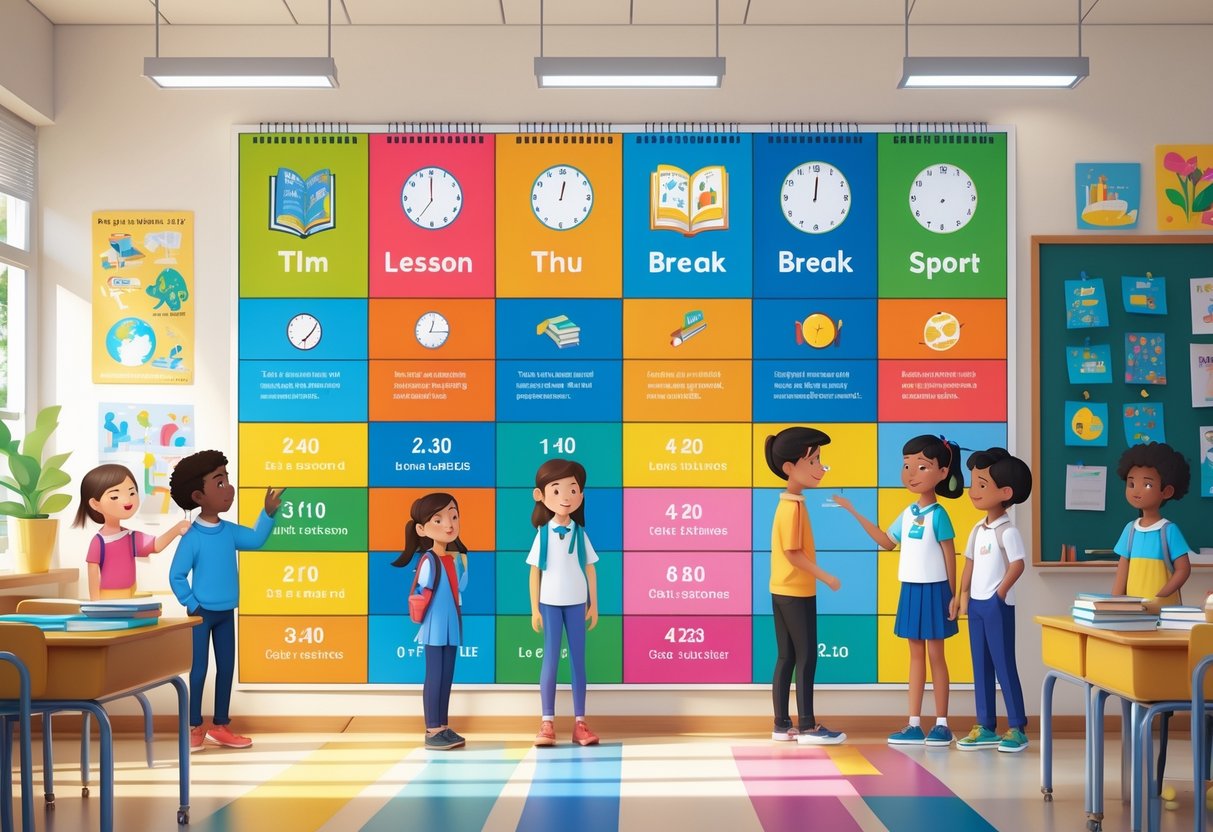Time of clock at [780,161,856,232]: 12:00
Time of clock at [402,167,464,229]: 11:59
